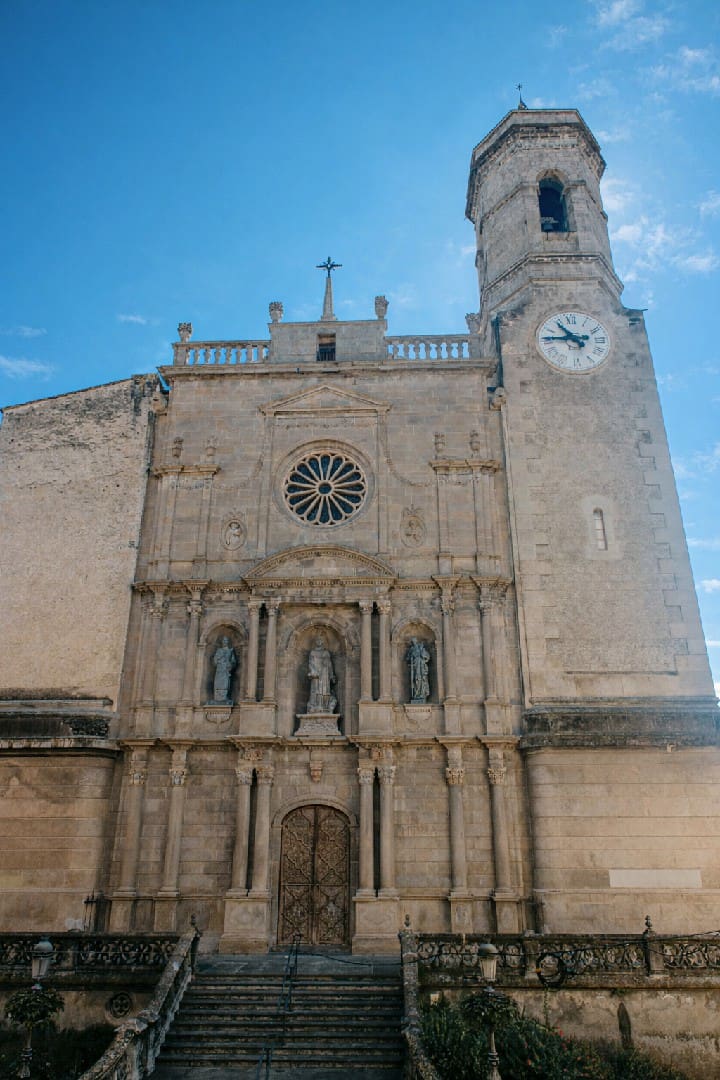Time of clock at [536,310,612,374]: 10:45
